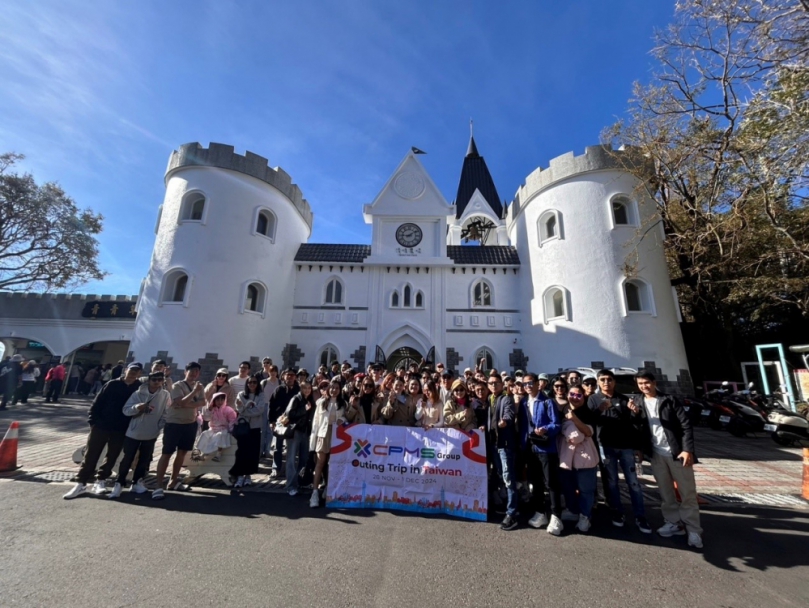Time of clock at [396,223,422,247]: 9:09
